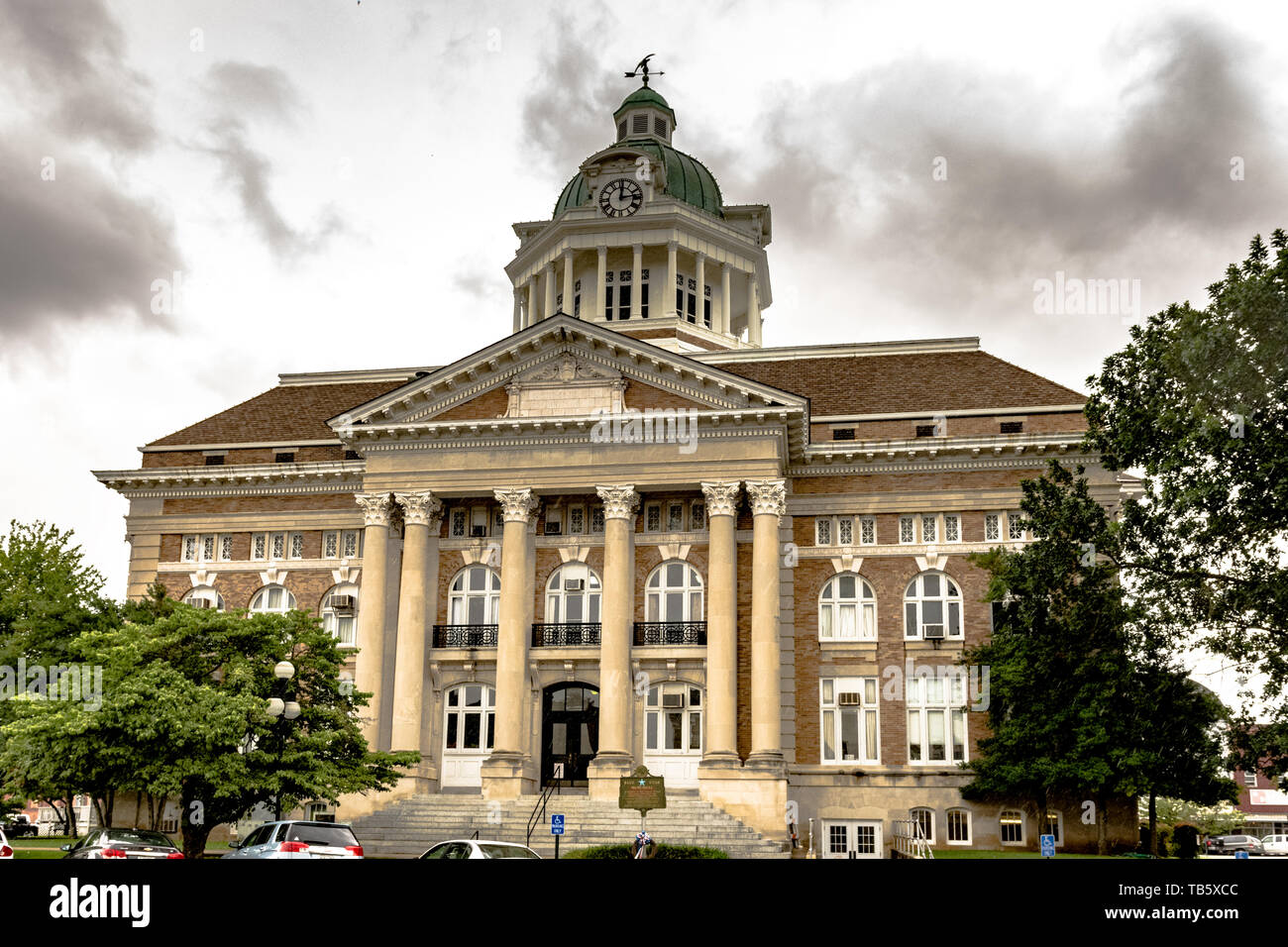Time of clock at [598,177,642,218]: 12:13
